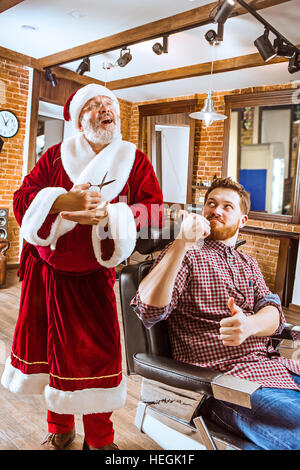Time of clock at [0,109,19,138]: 12:55
